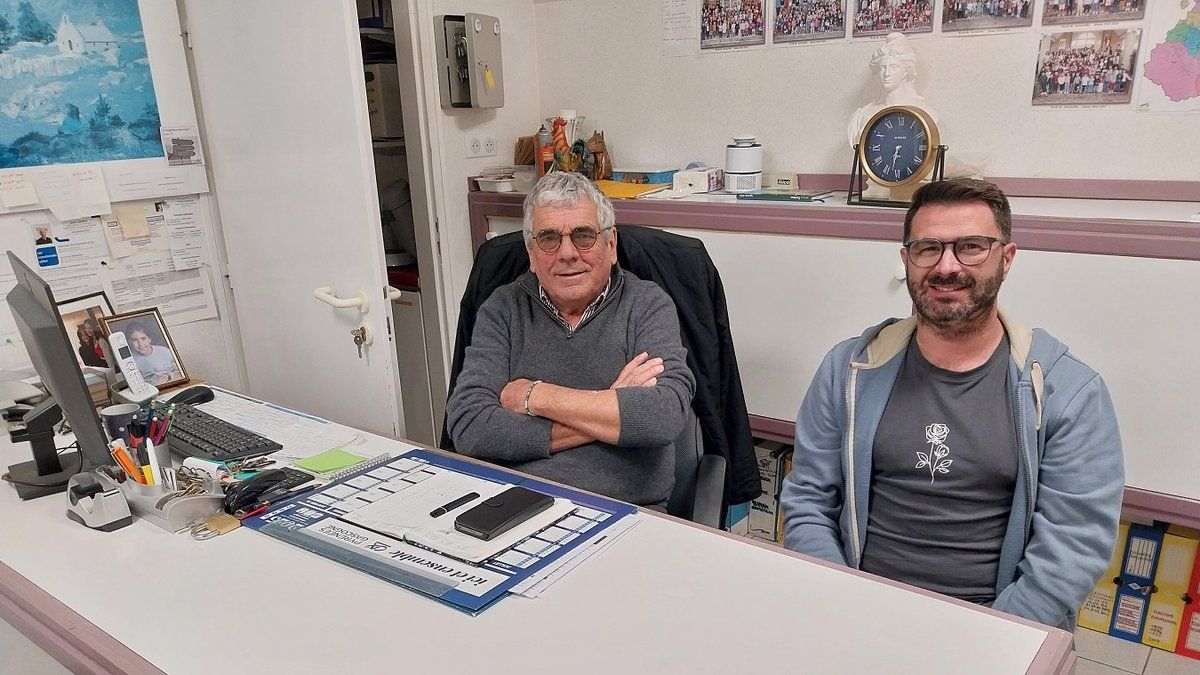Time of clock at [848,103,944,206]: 6:32
